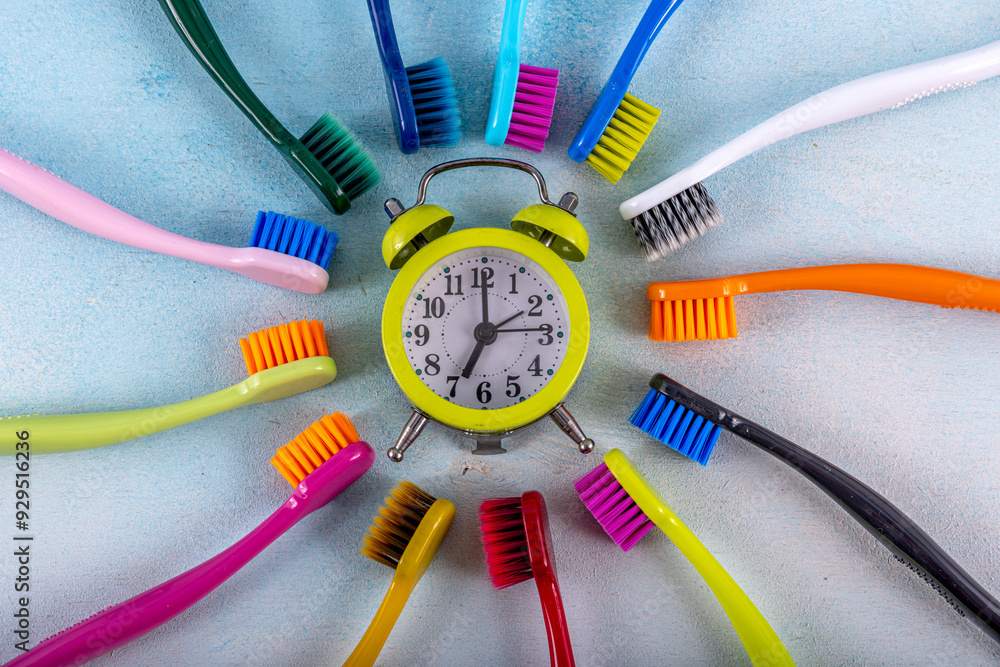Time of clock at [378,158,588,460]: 7:00
